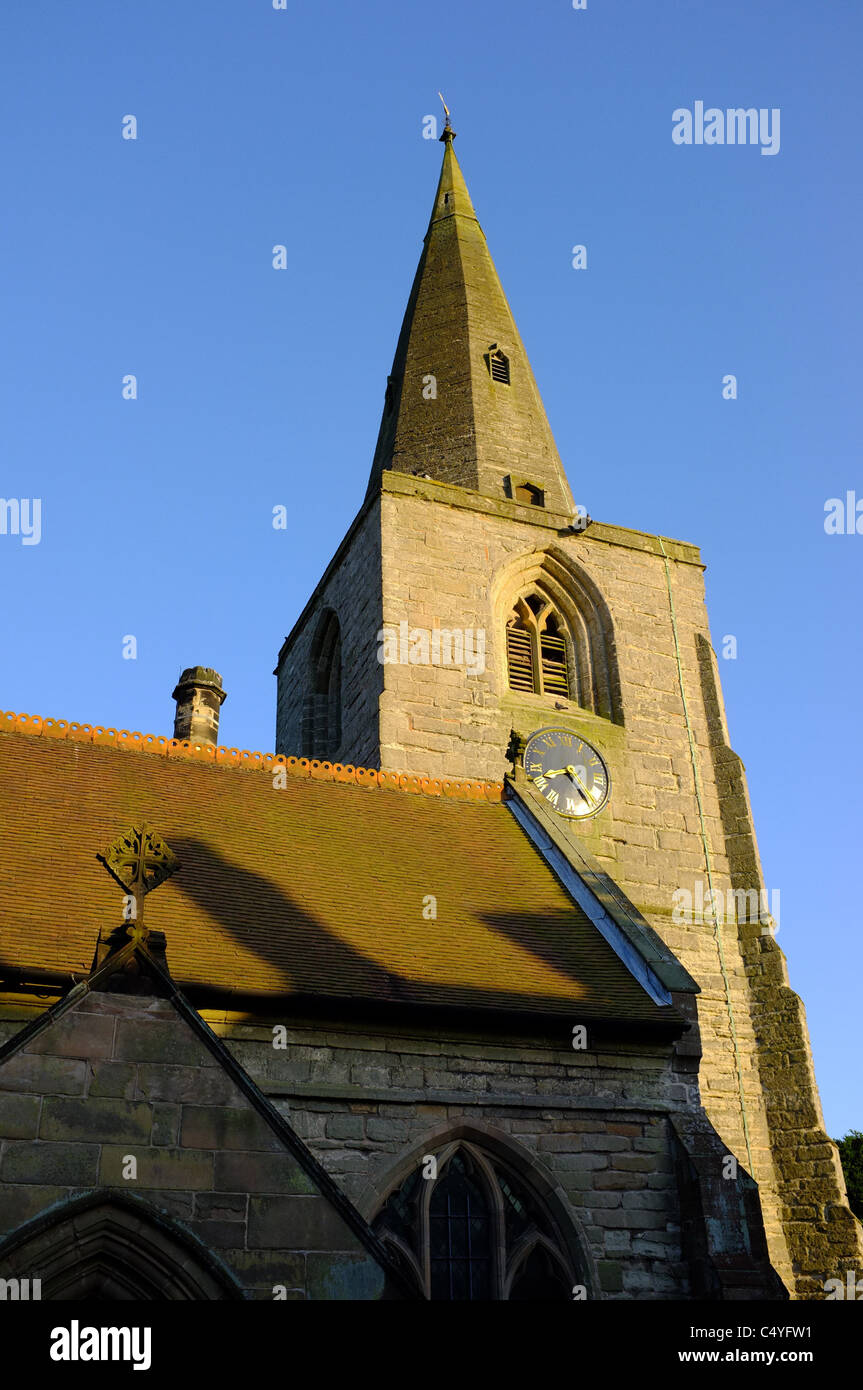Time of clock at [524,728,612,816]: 8:24
